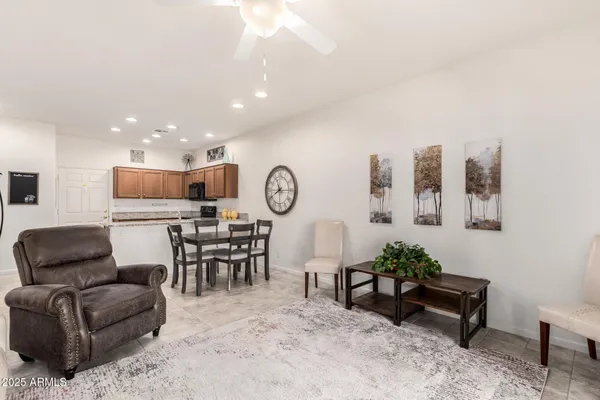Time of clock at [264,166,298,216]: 11:40
